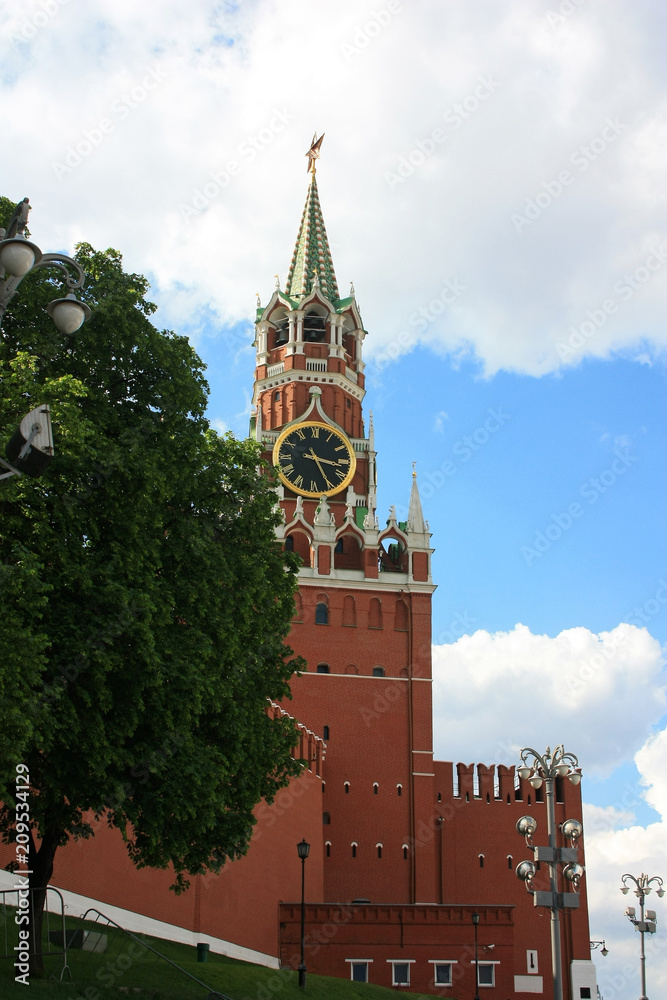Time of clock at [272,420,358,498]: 3:25
